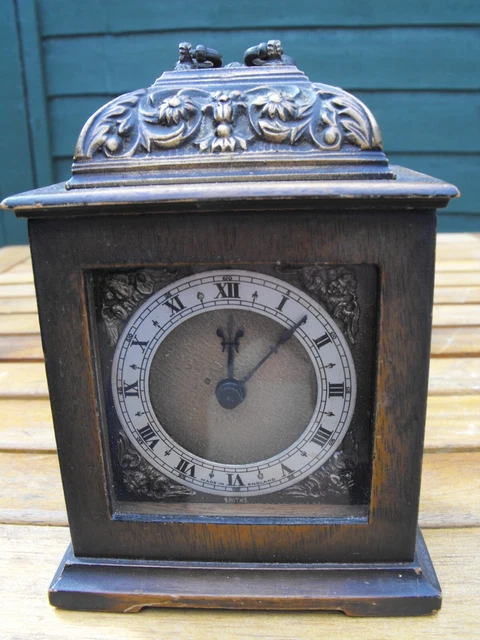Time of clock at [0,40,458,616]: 12:07
